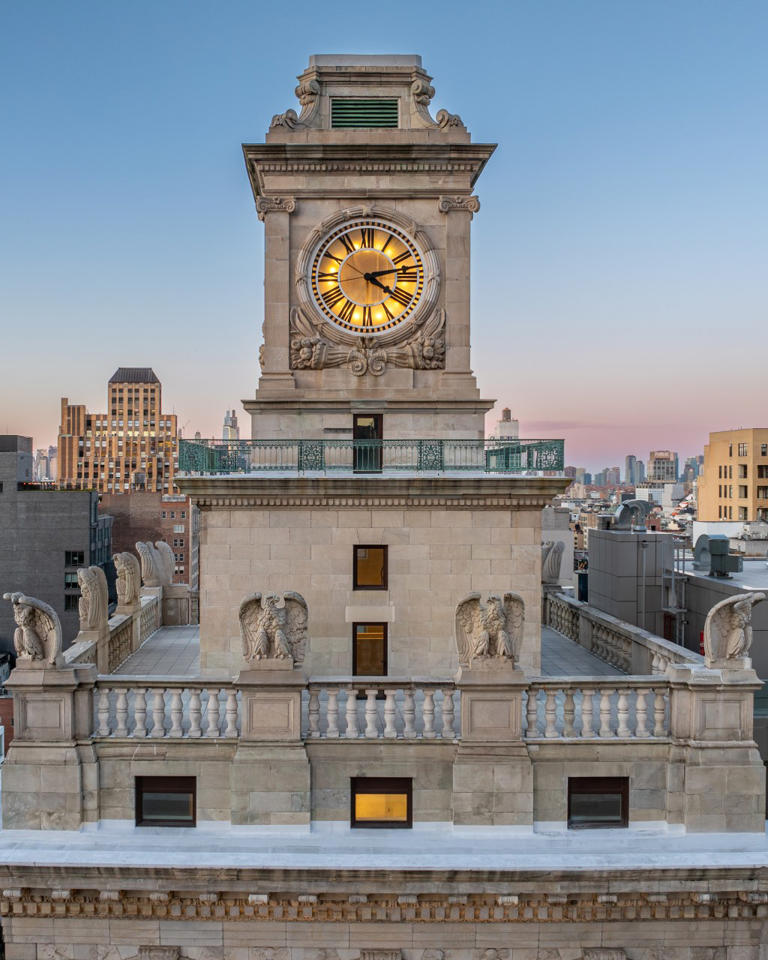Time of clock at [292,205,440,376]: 4:12
